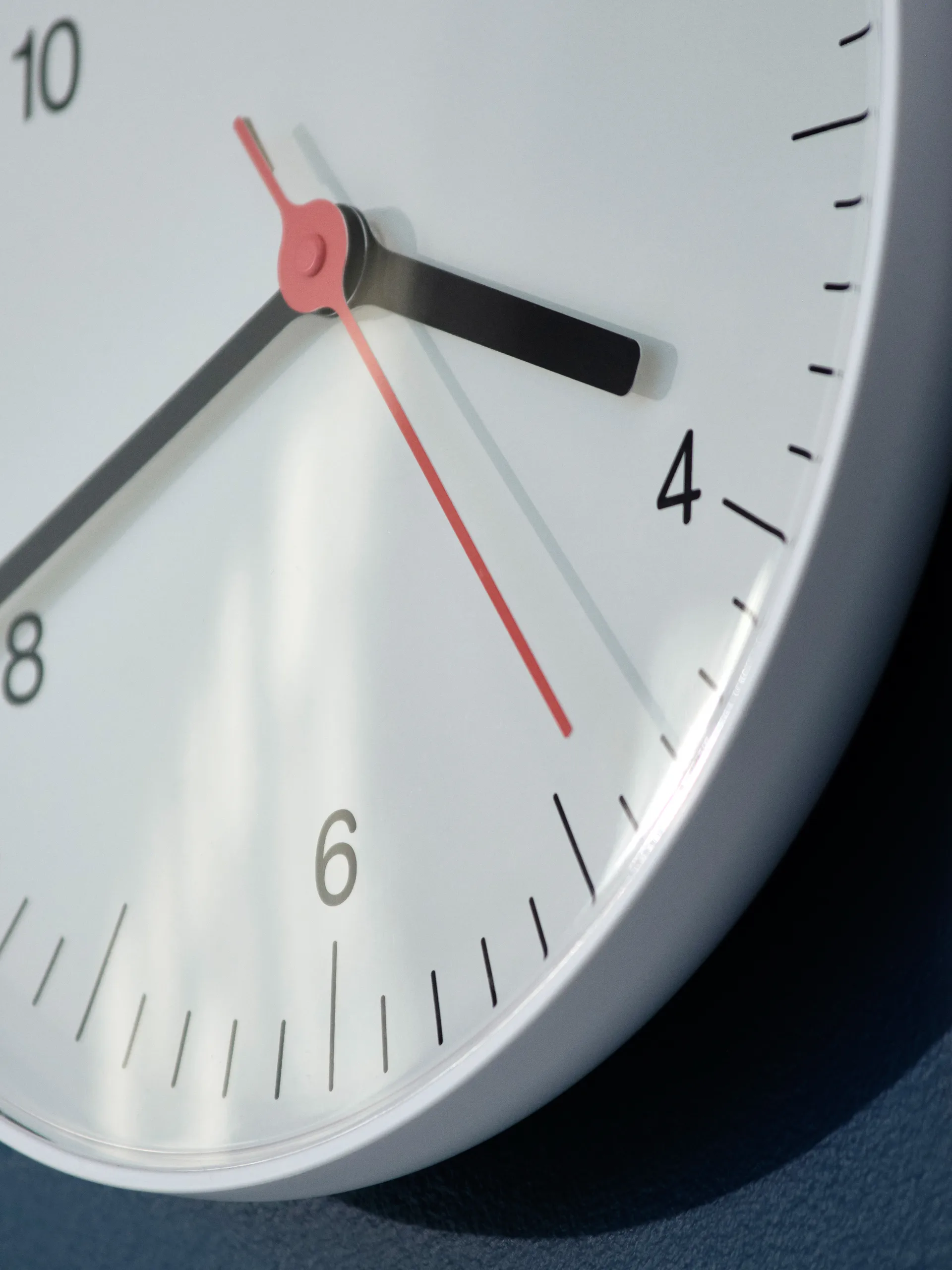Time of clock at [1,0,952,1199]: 3:40
